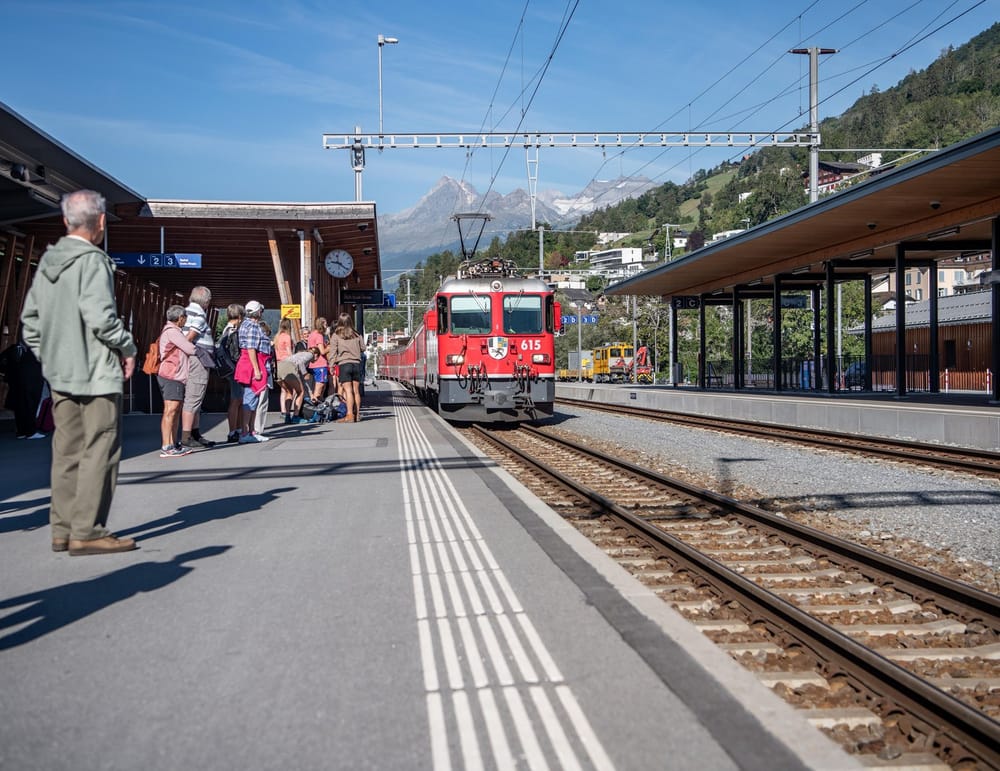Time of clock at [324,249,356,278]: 9:21
